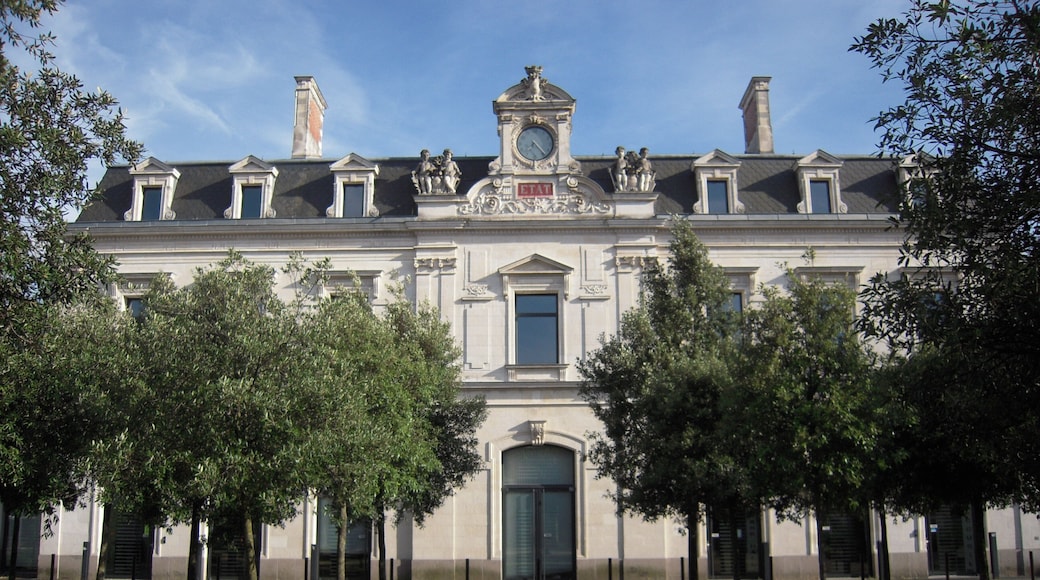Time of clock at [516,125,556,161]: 7:23
